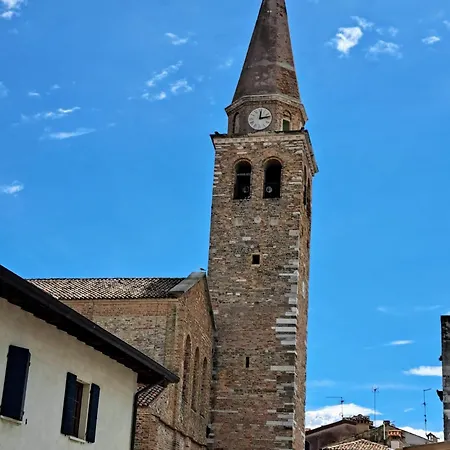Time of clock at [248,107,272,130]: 12:13
